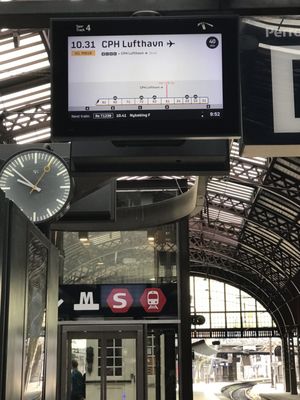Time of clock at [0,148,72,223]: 9:51
